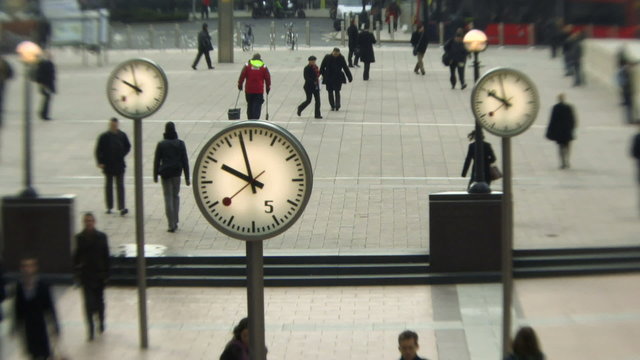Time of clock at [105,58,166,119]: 9:57
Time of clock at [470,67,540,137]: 9:57
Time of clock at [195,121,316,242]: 9:57
